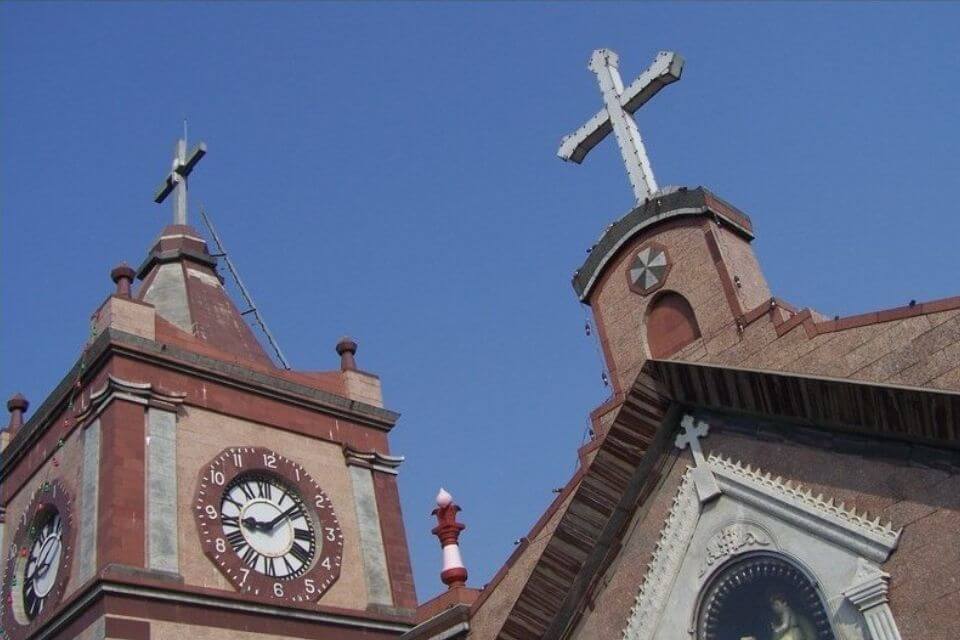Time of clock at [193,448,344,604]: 9:08
